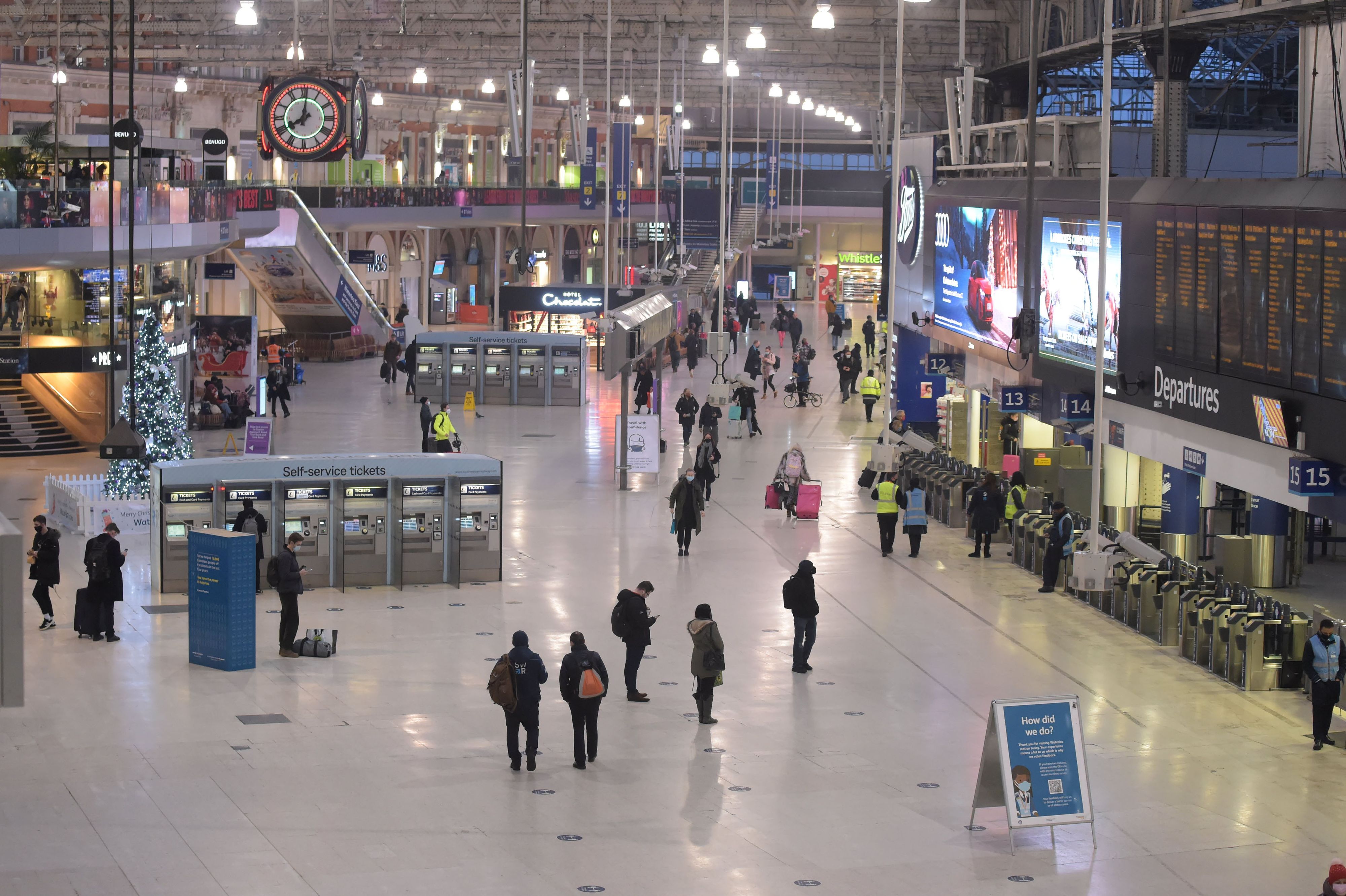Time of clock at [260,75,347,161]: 8:01
